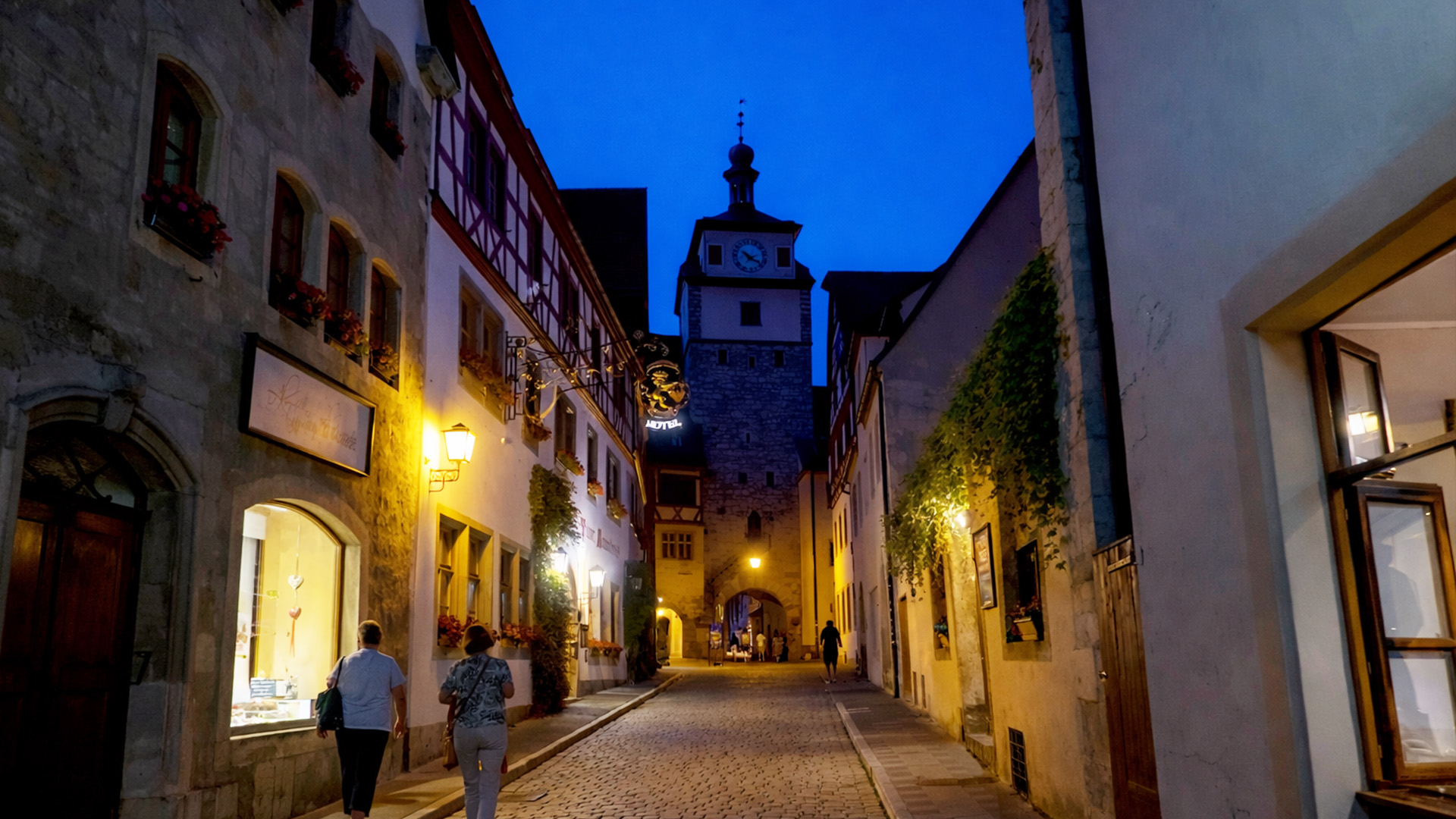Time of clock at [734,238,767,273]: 10:18
